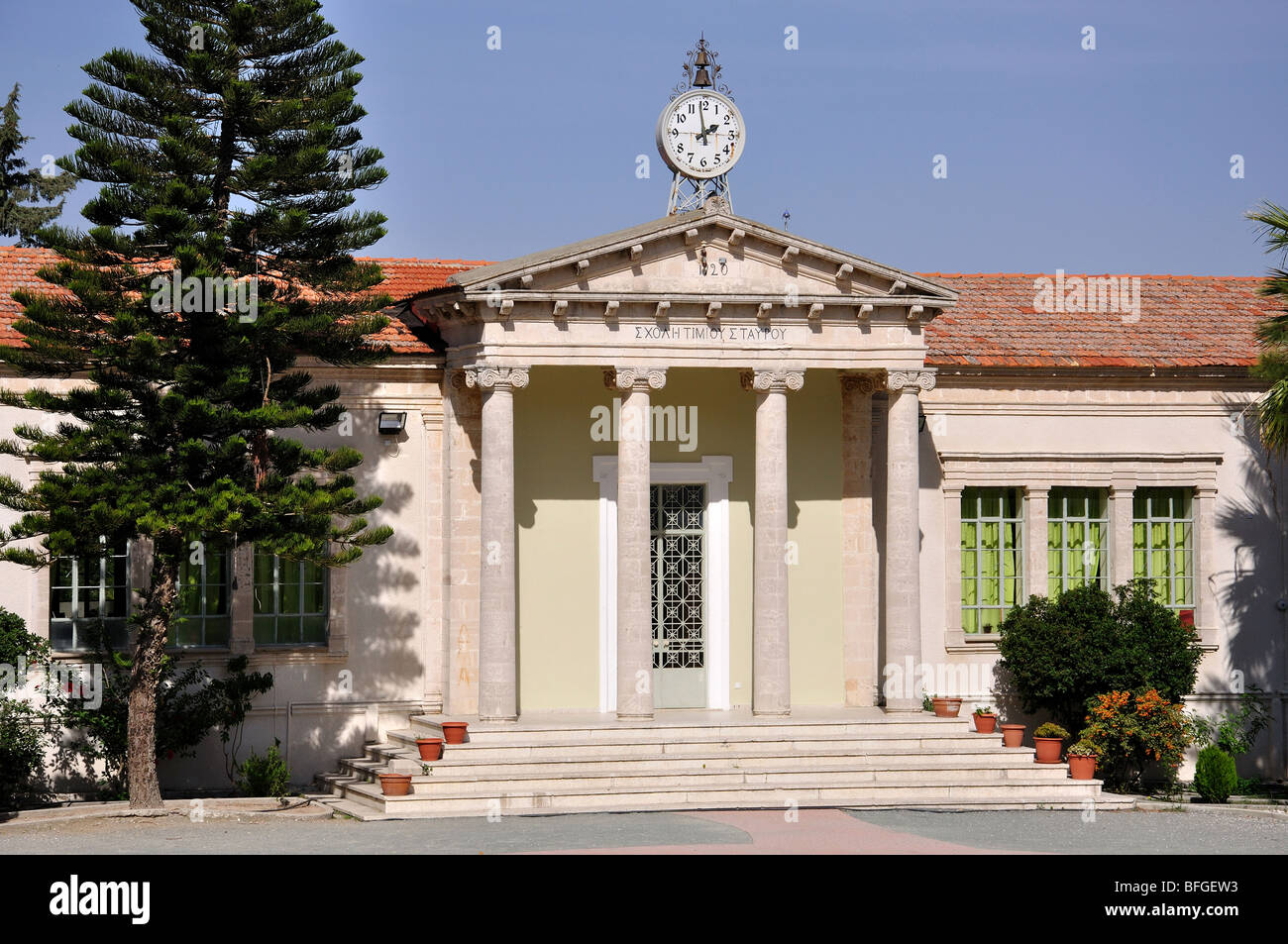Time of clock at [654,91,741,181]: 1:58
